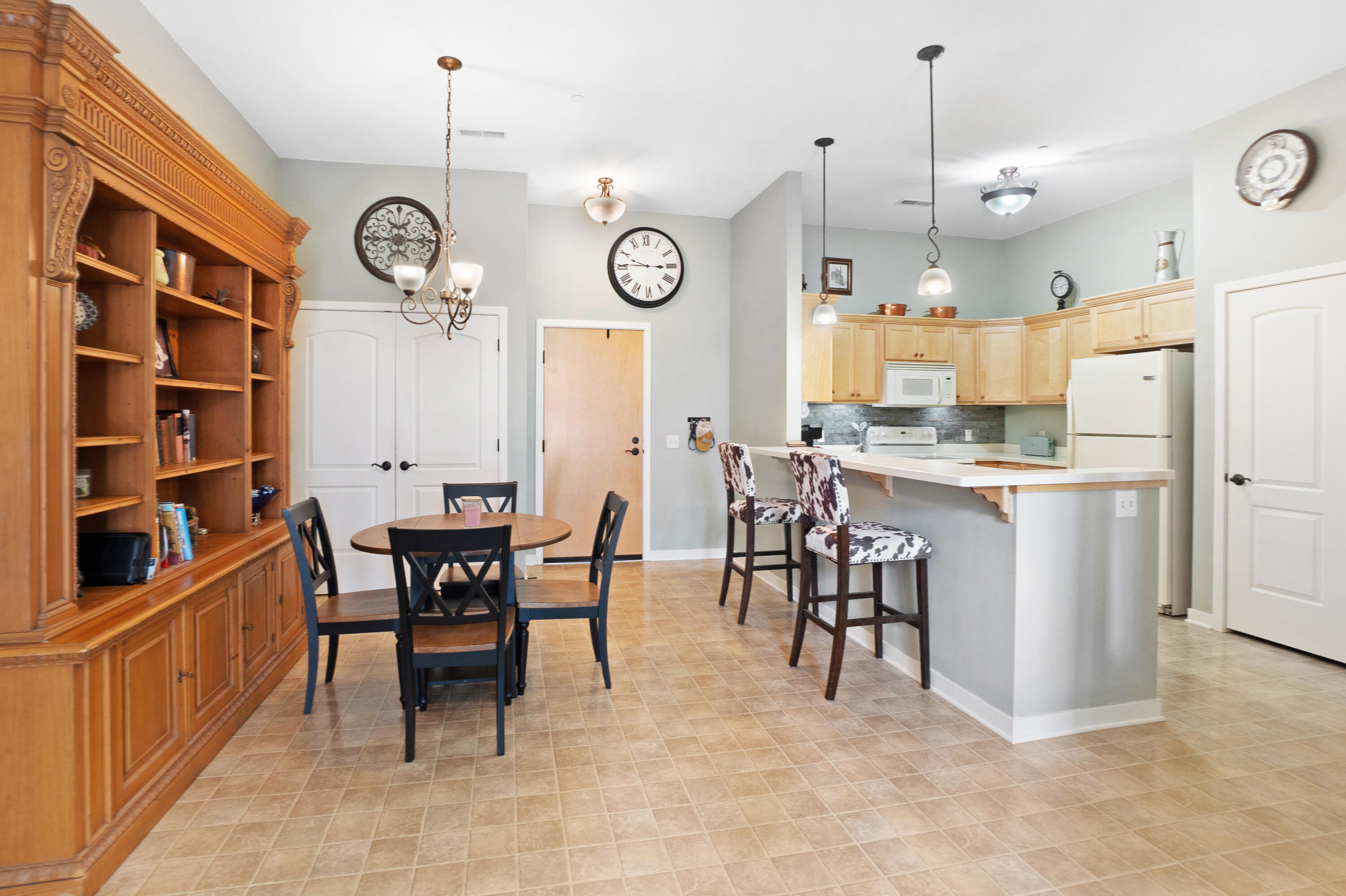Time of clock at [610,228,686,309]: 9:45
